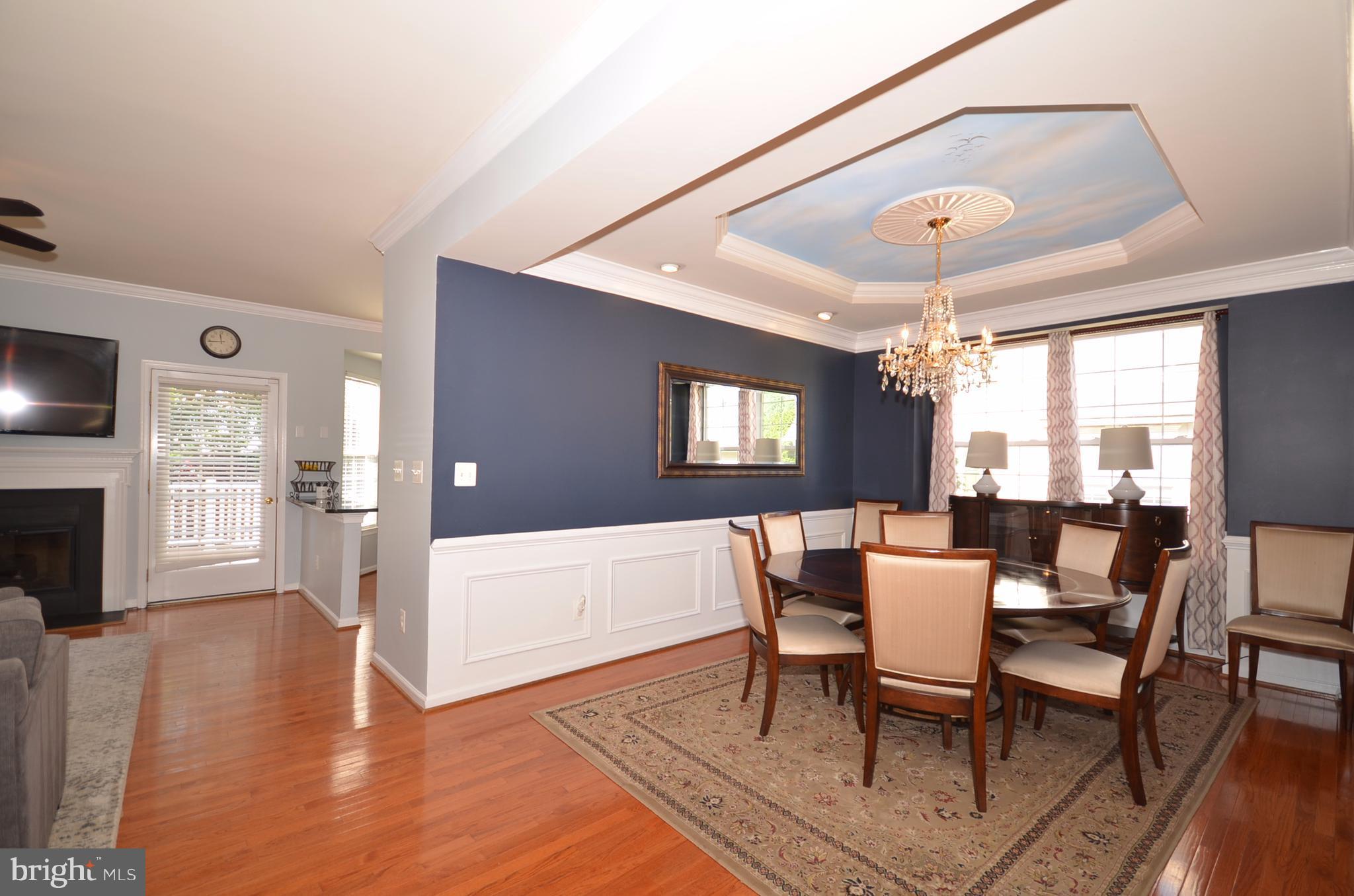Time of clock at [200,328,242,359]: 11:43
